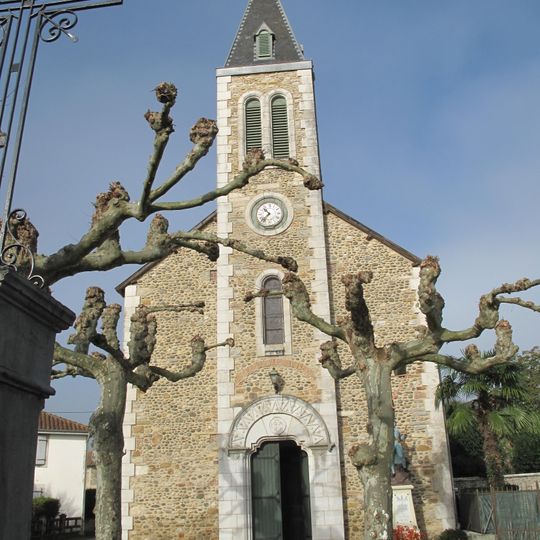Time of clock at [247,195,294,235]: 10:37
